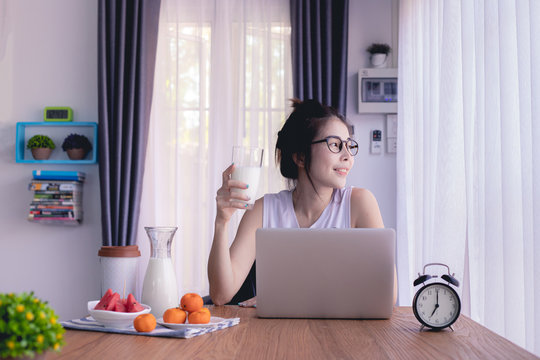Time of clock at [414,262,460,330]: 7:00
